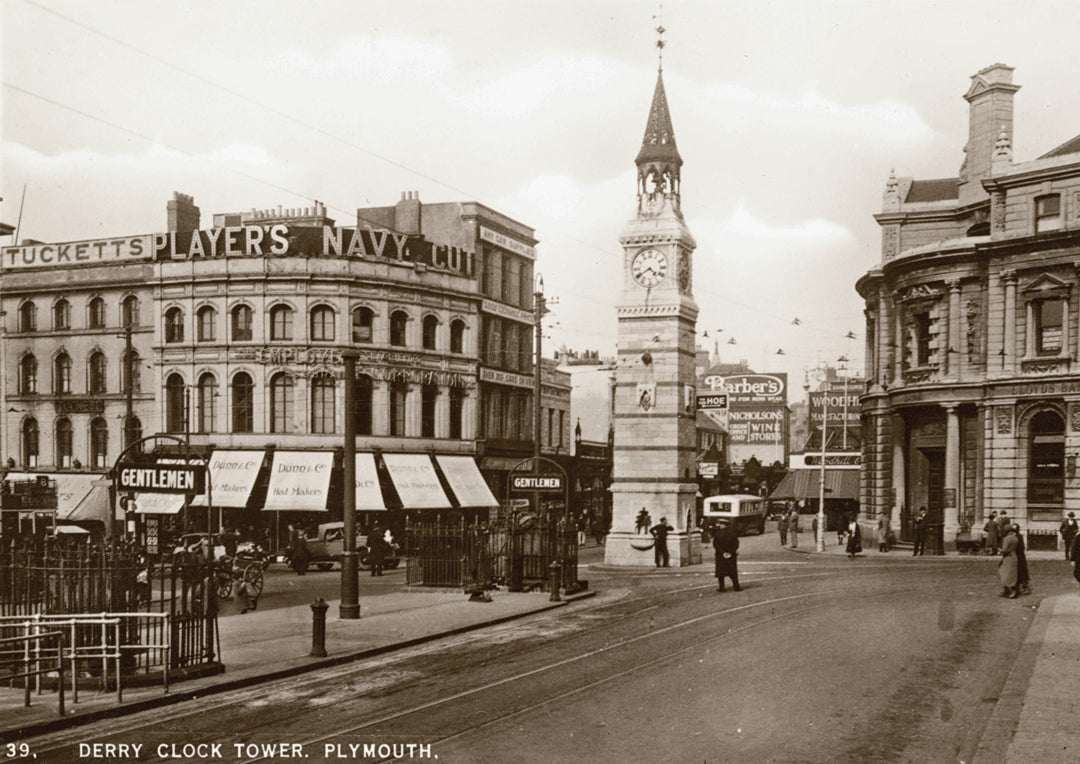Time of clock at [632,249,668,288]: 4:39
